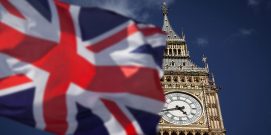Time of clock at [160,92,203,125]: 4:42
